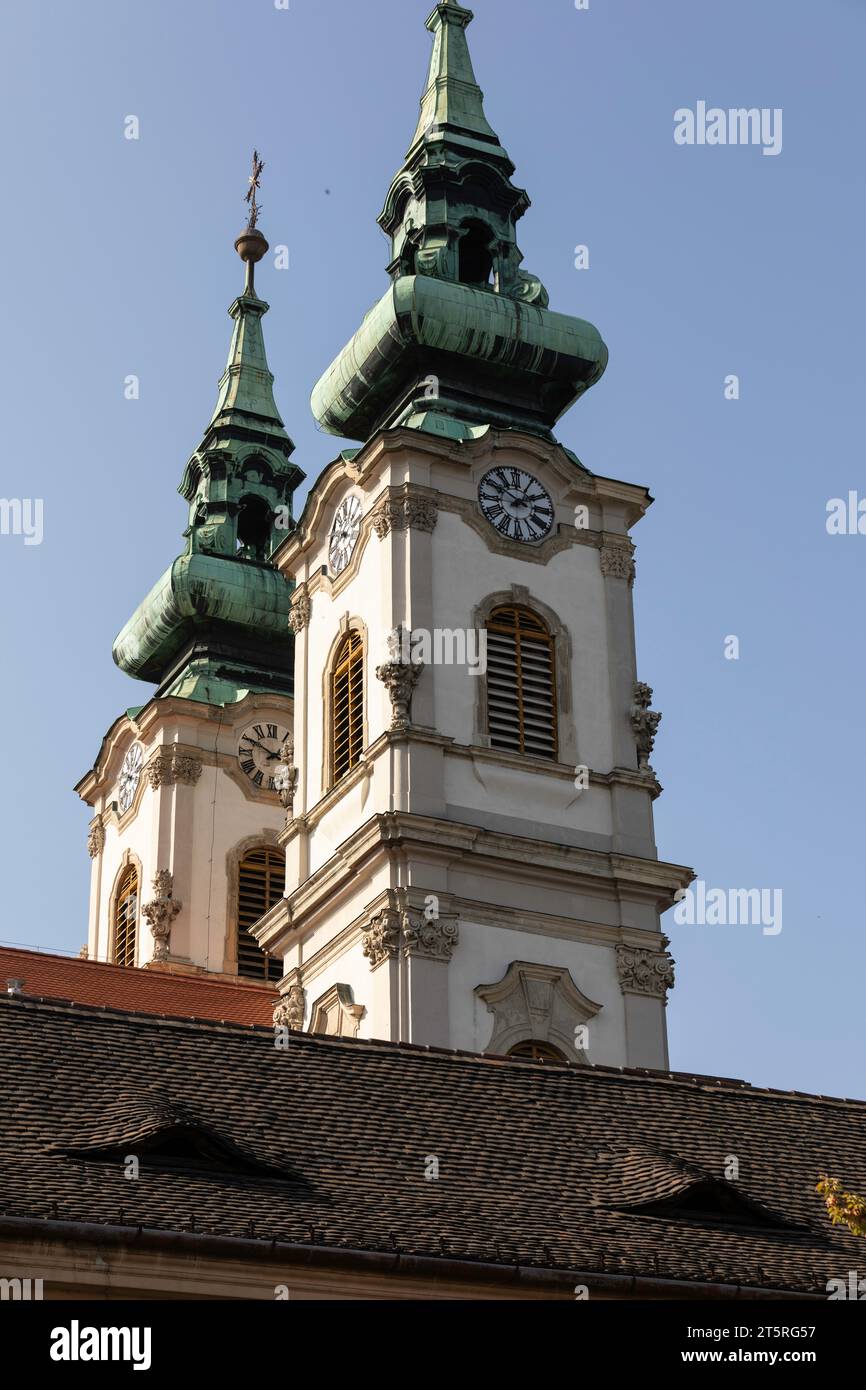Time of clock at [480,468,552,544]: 1:50
